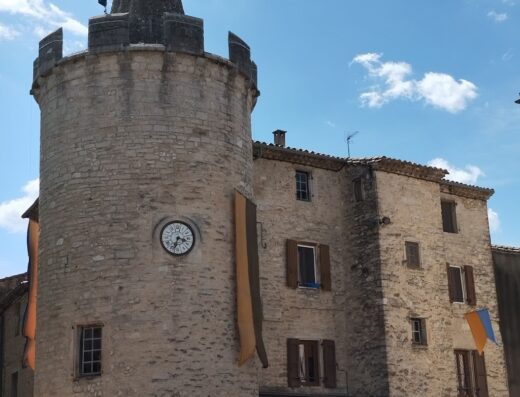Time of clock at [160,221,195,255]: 3:33
